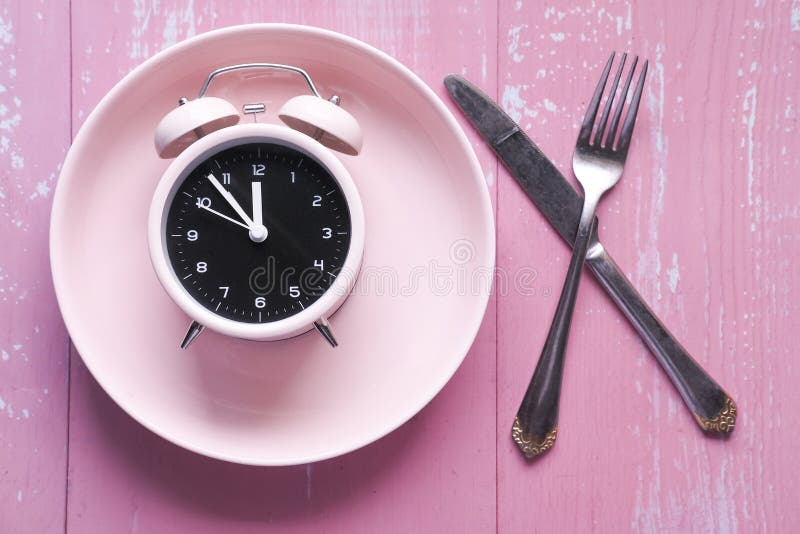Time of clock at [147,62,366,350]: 11:53
